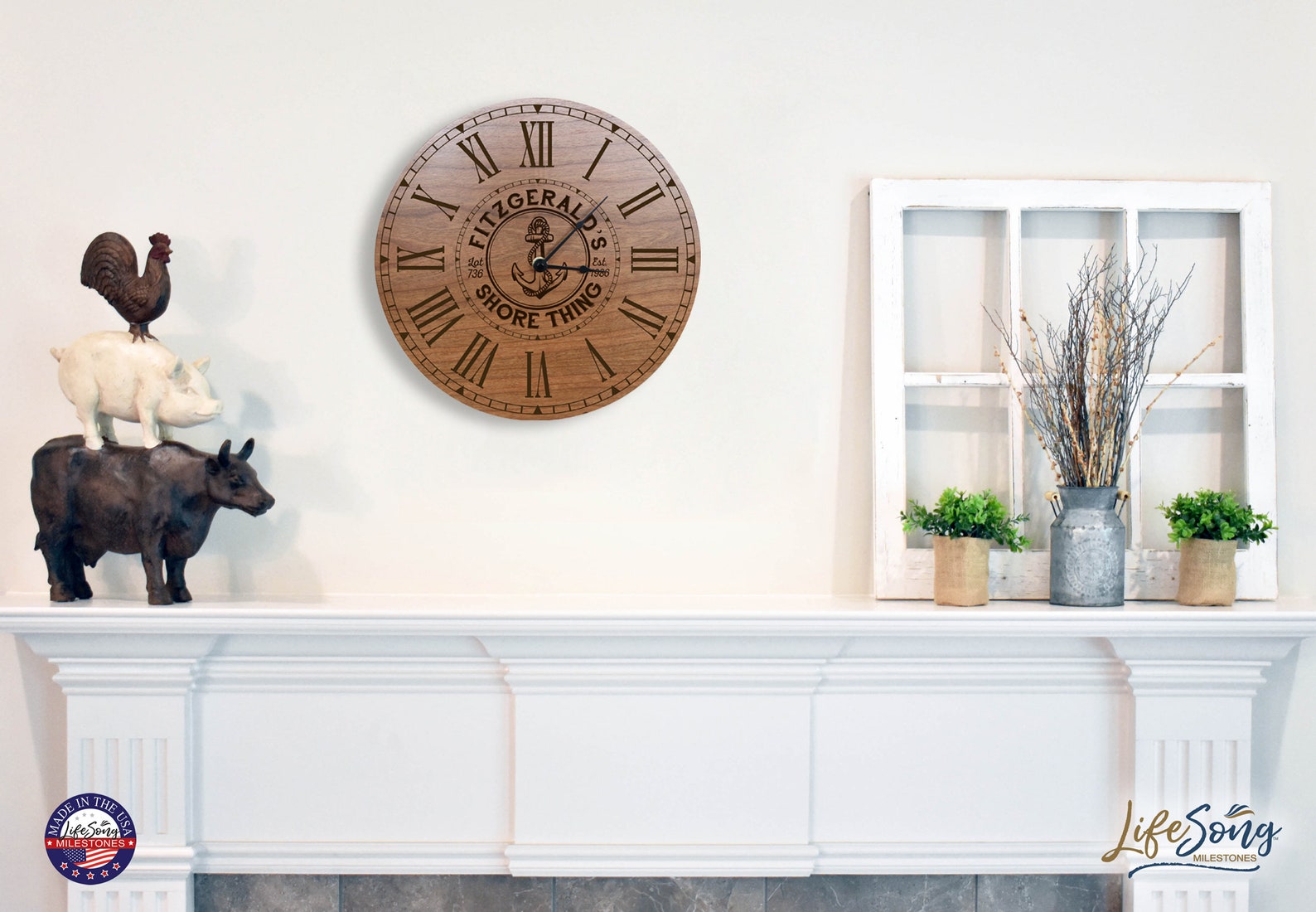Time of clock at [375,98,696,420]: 12:07
